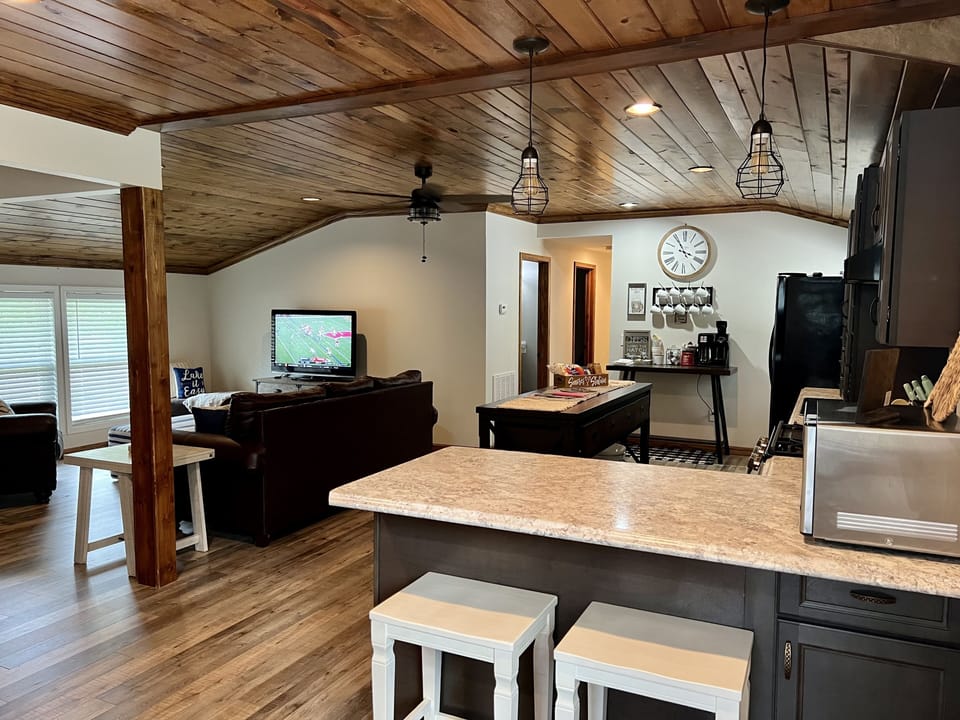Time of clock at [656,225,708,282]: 3:55
